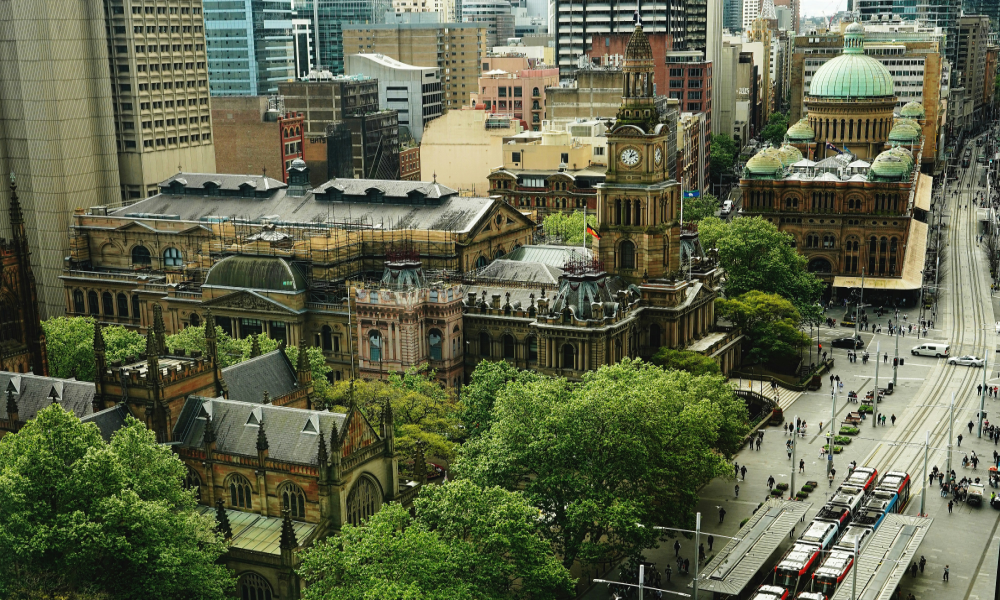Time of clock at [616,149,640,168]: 2:03
